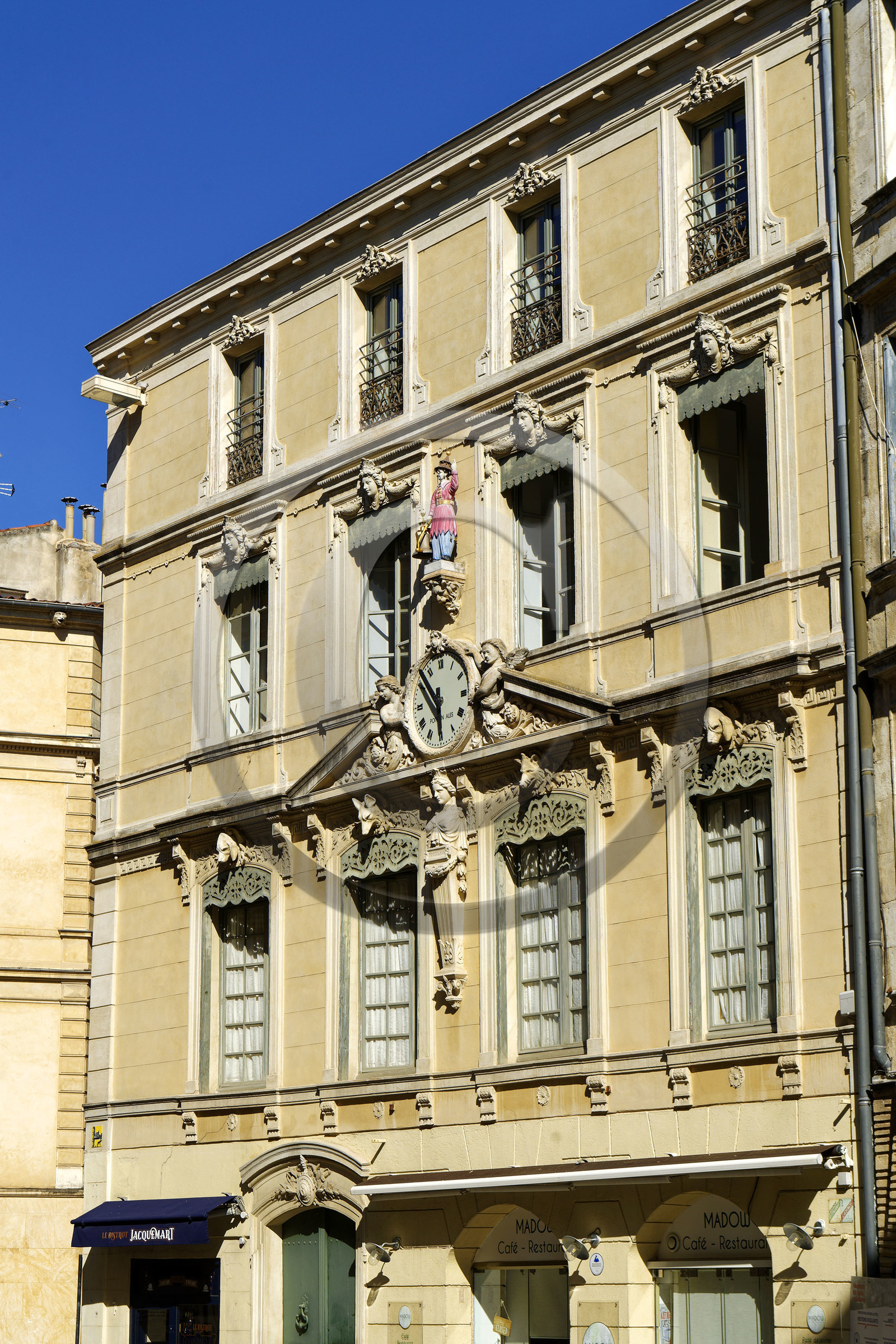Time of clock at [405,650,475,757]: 5:52
